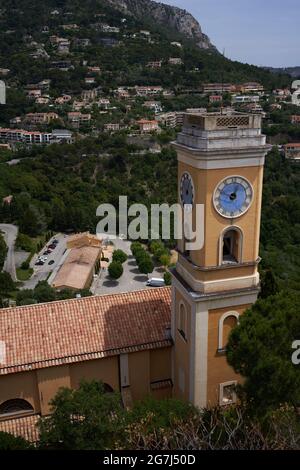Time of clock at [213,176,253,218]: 12:49
